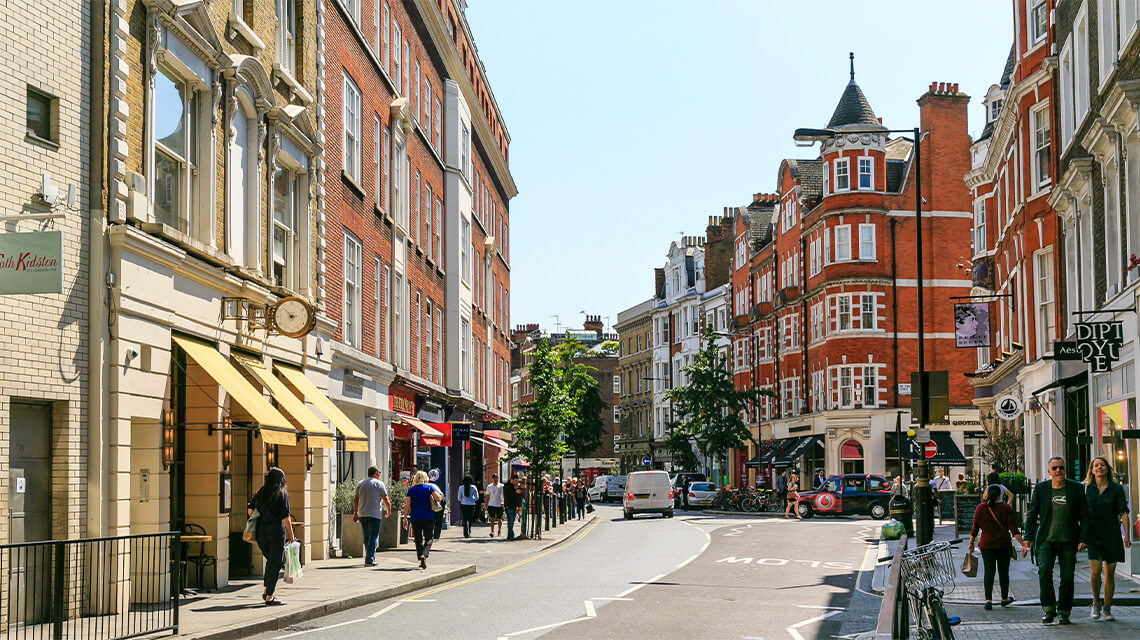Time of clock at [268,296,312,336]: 2:53
